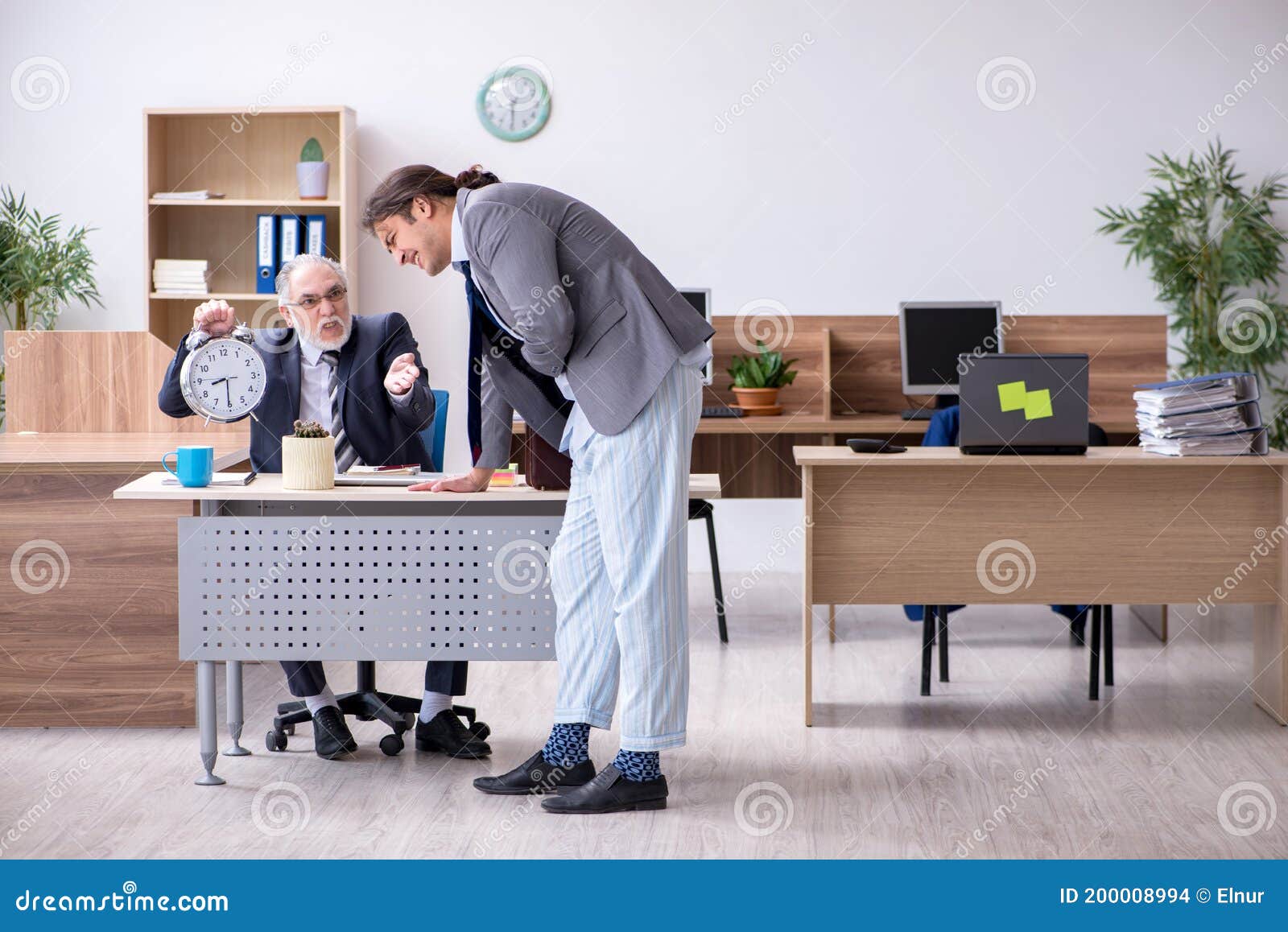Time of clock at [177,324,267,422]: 8:30
